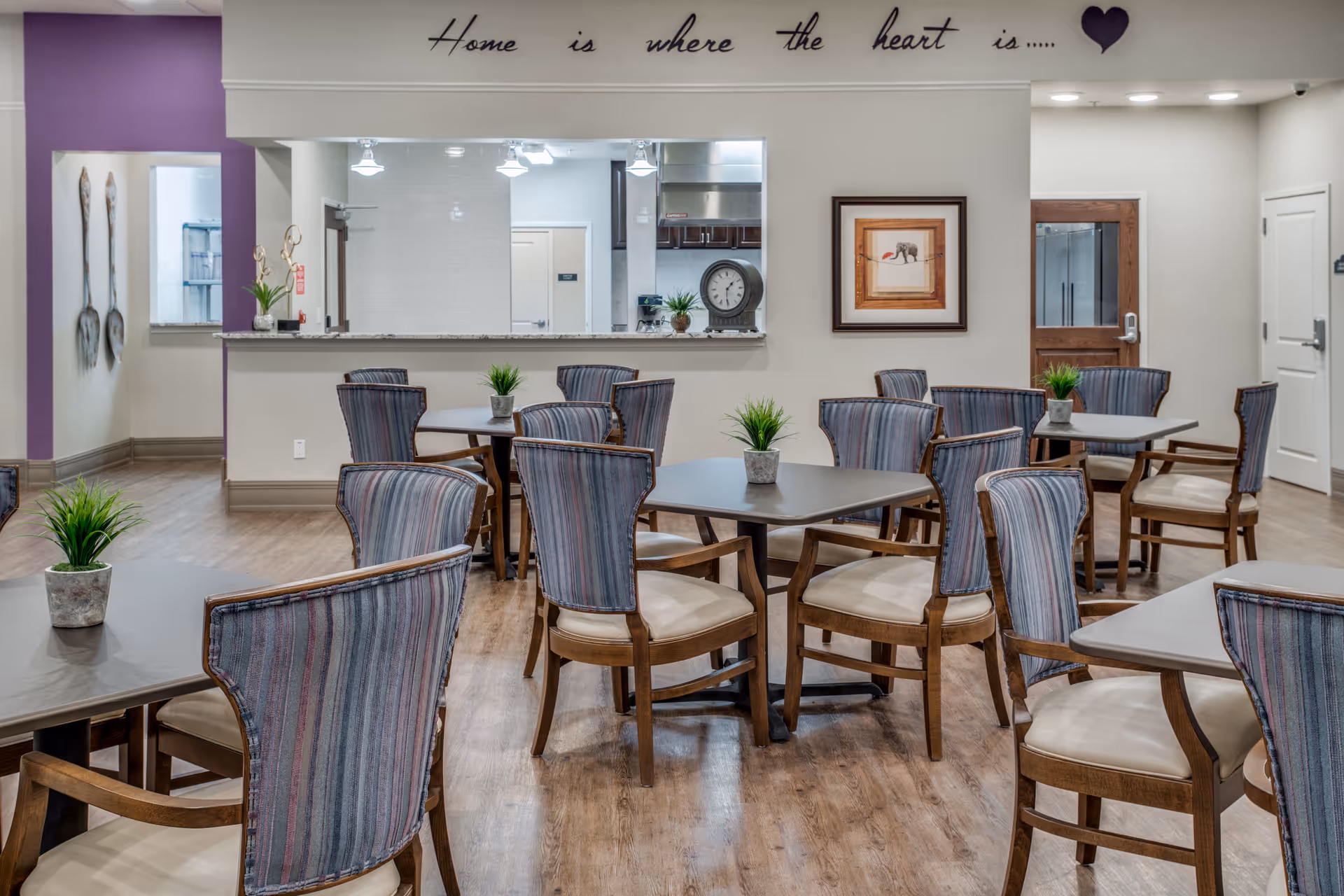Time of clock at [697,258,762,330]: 1:30
